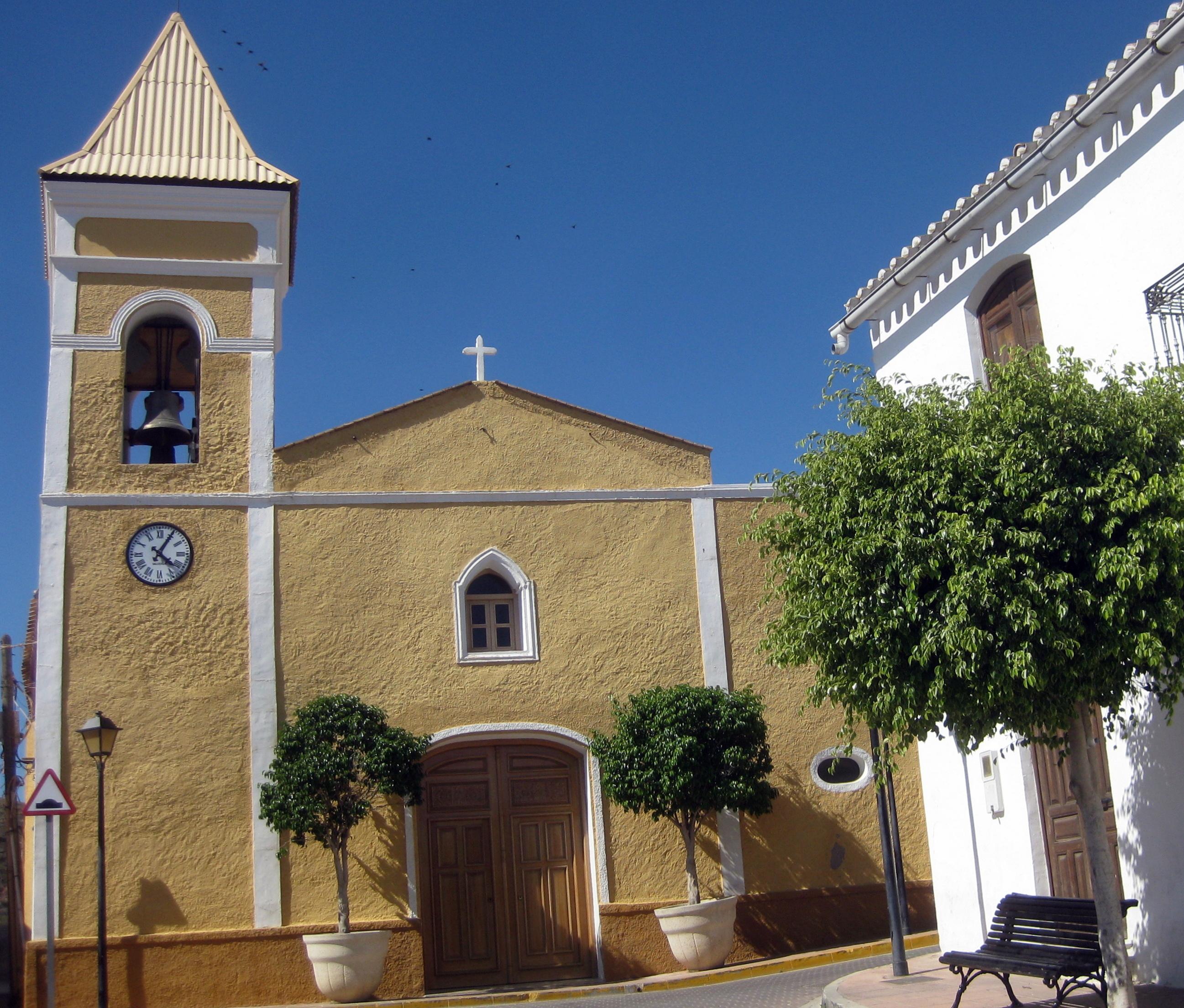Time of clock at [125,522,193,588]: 4:05
